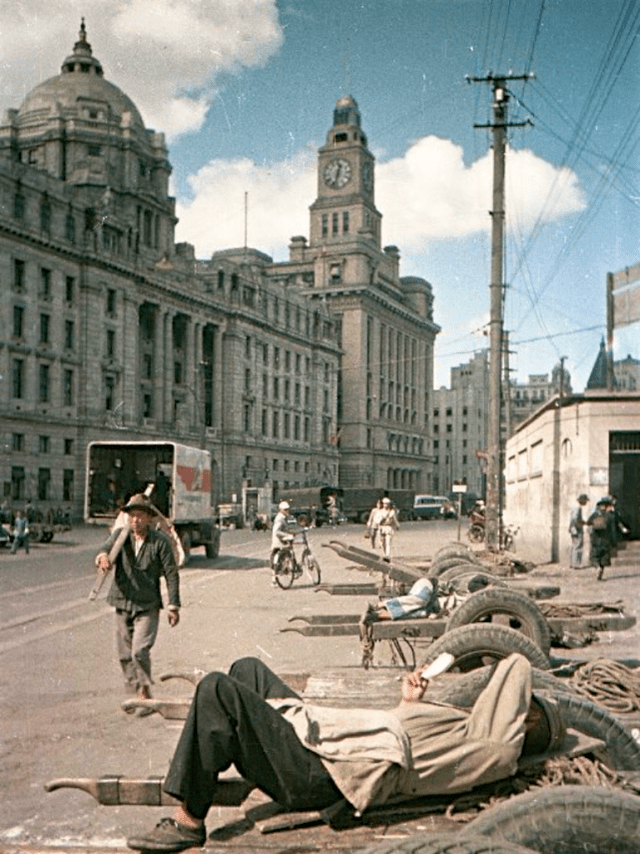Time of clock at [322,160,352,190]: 12:32
